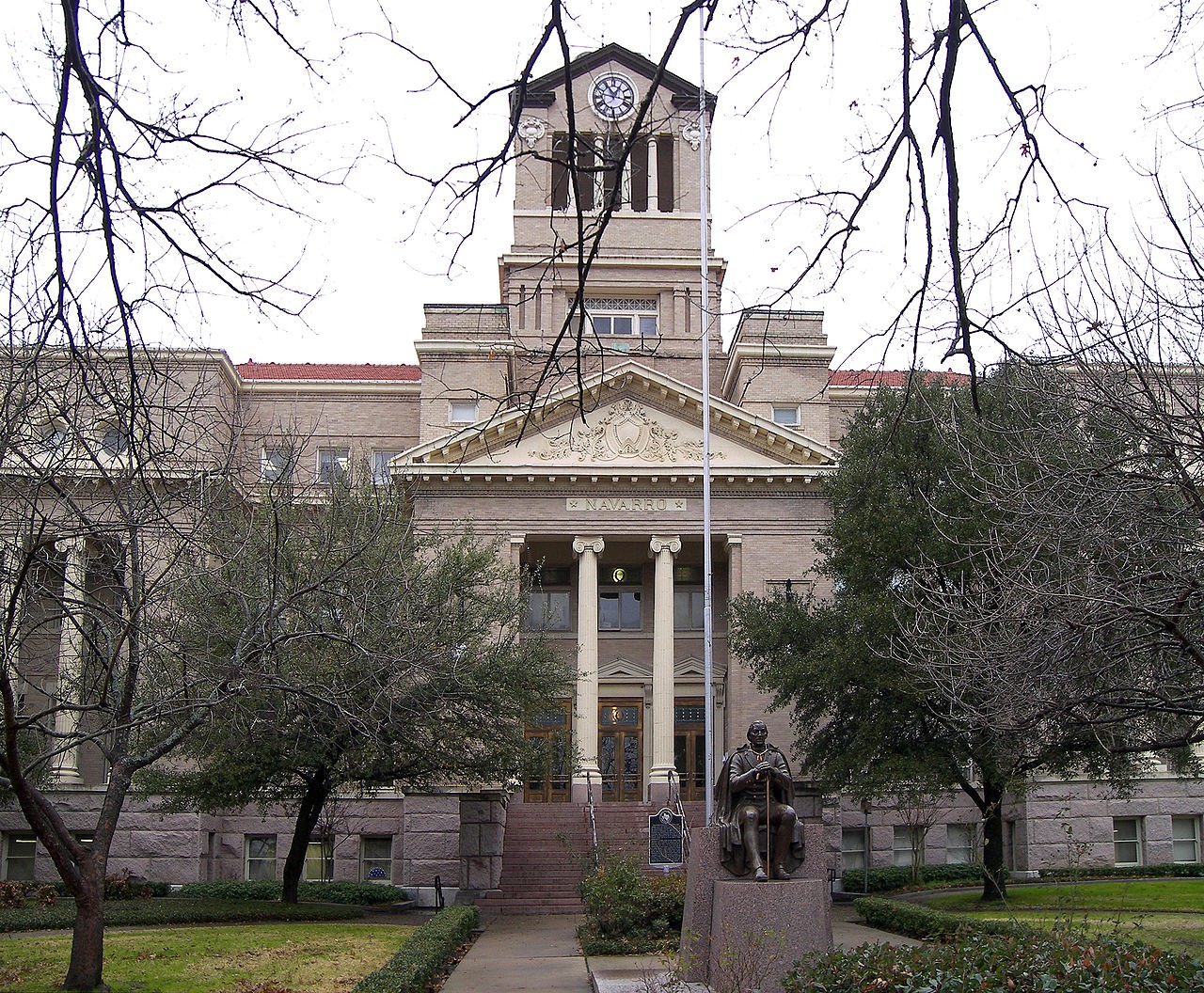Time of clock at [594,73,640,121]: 12:46
